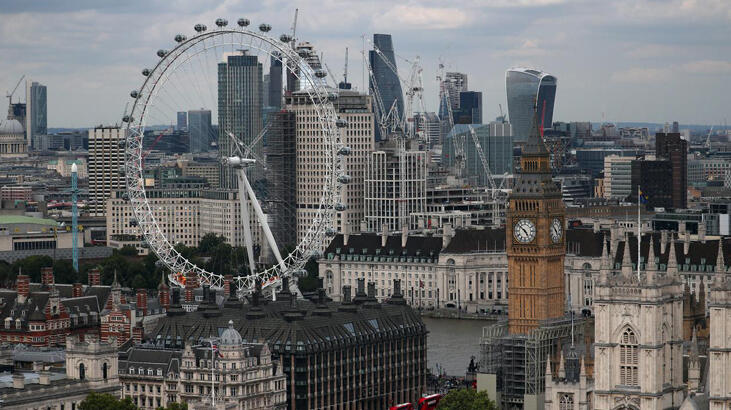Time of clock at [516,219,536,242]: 4:51
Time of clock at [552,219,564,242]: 4:52
